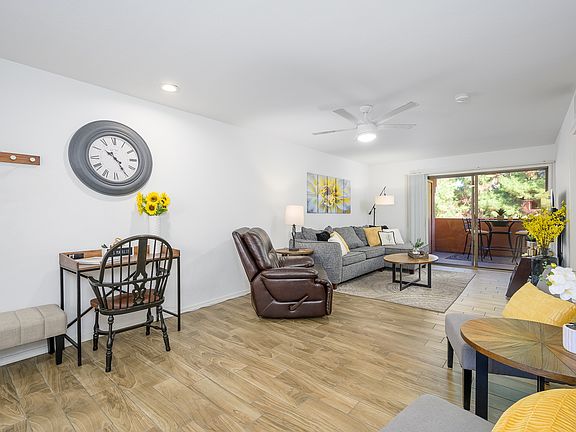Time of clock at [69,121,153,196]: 10:24
